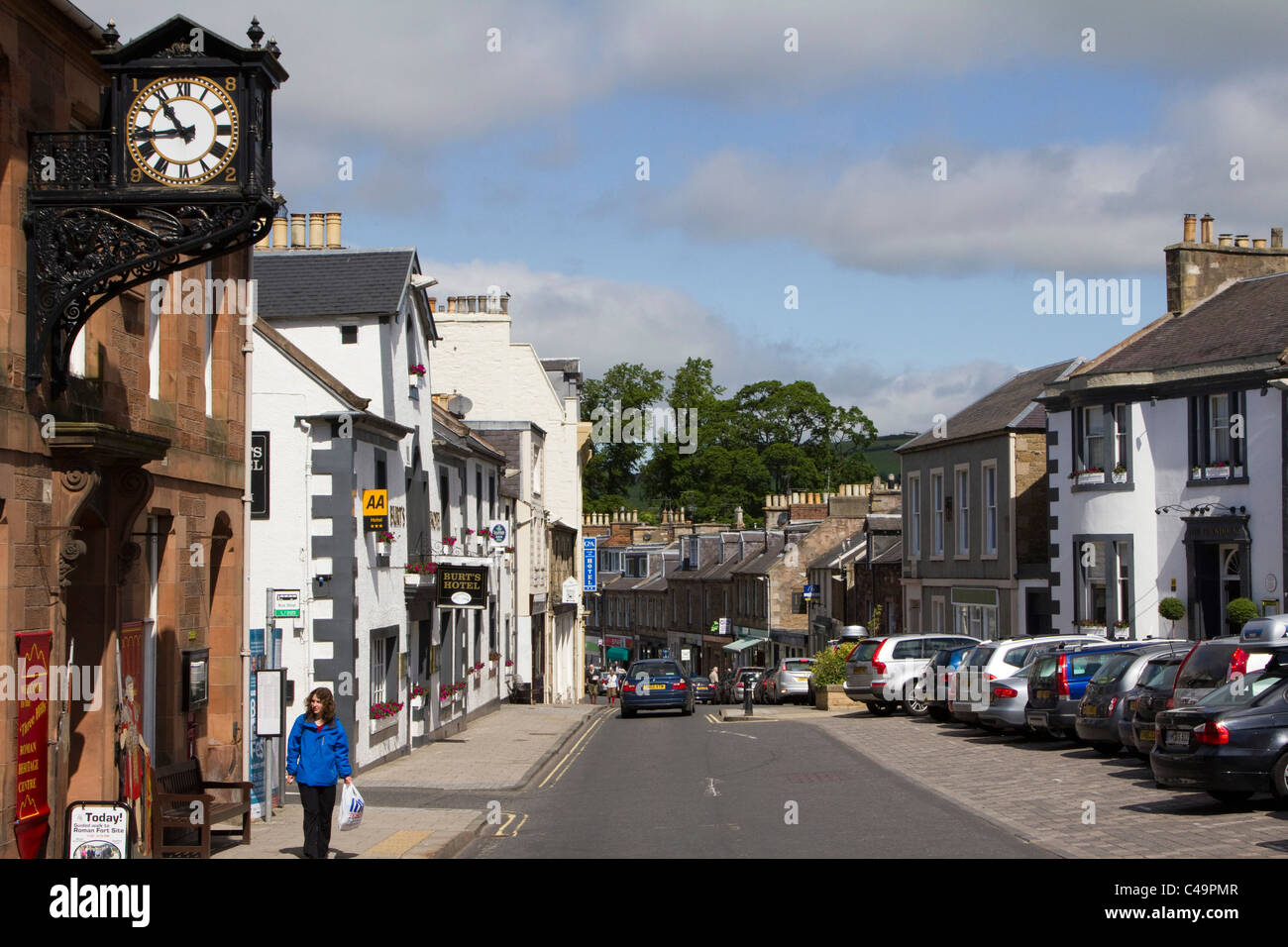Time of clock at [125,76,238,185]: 10:43
